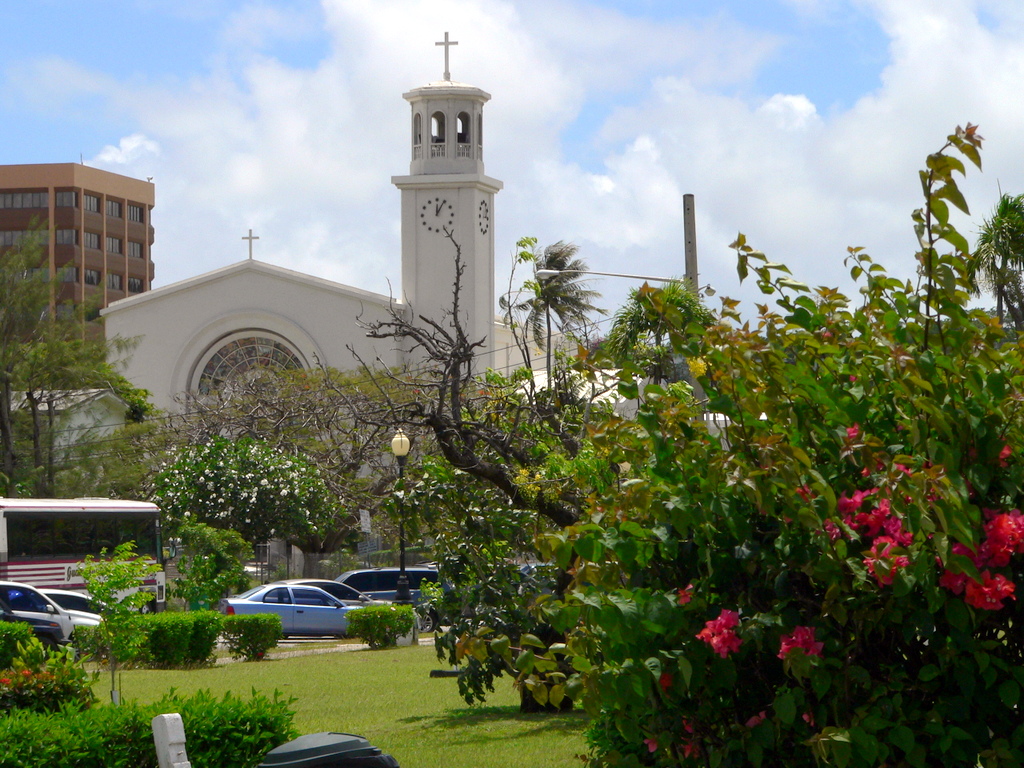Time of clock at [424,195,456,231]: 12:04
